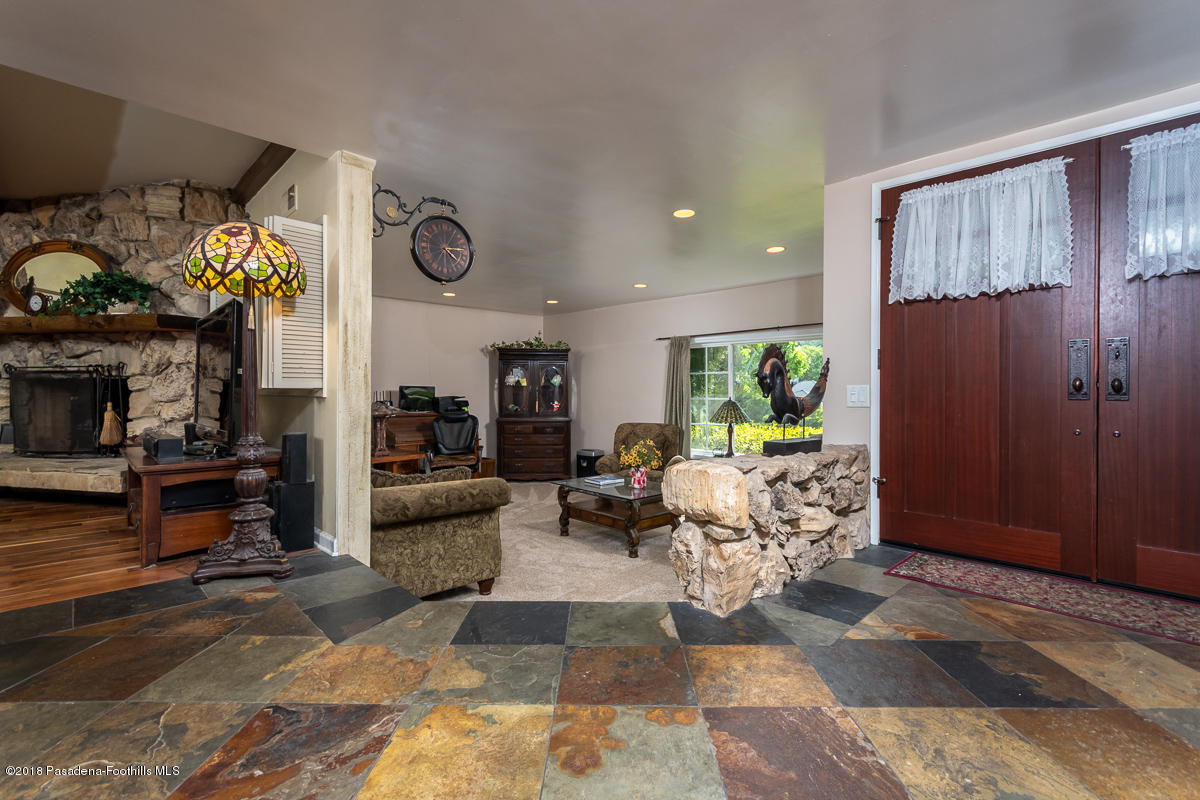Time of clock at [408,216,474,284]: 4:14
